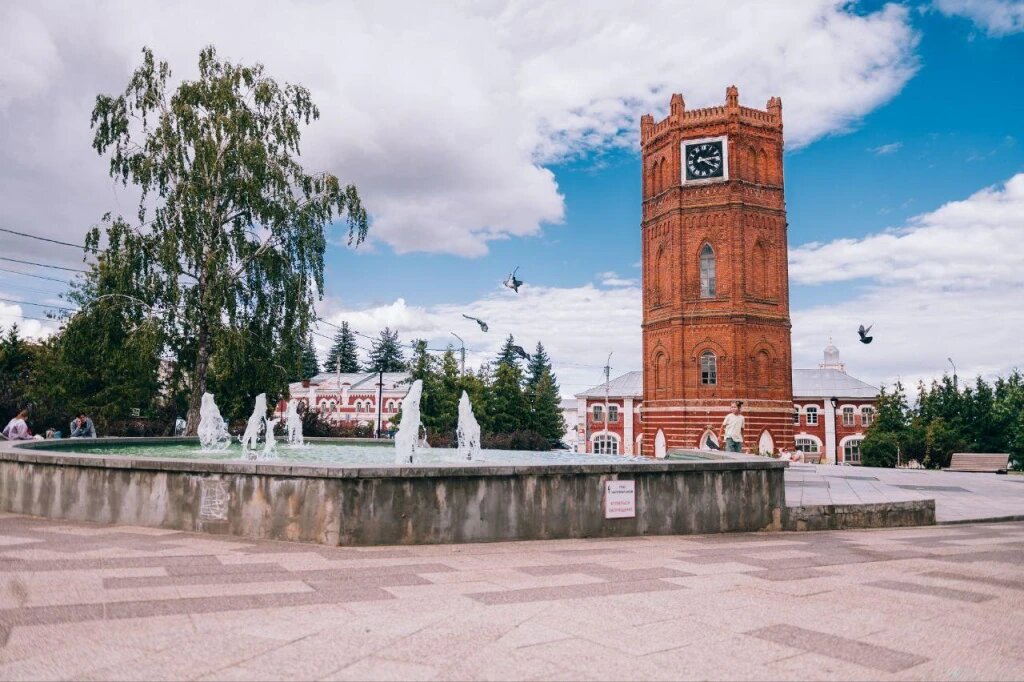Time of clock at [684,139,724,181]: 4:13
